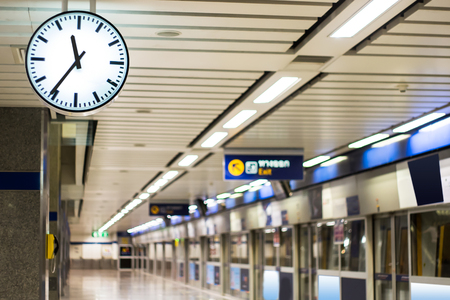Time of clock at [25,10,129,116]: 11:35
